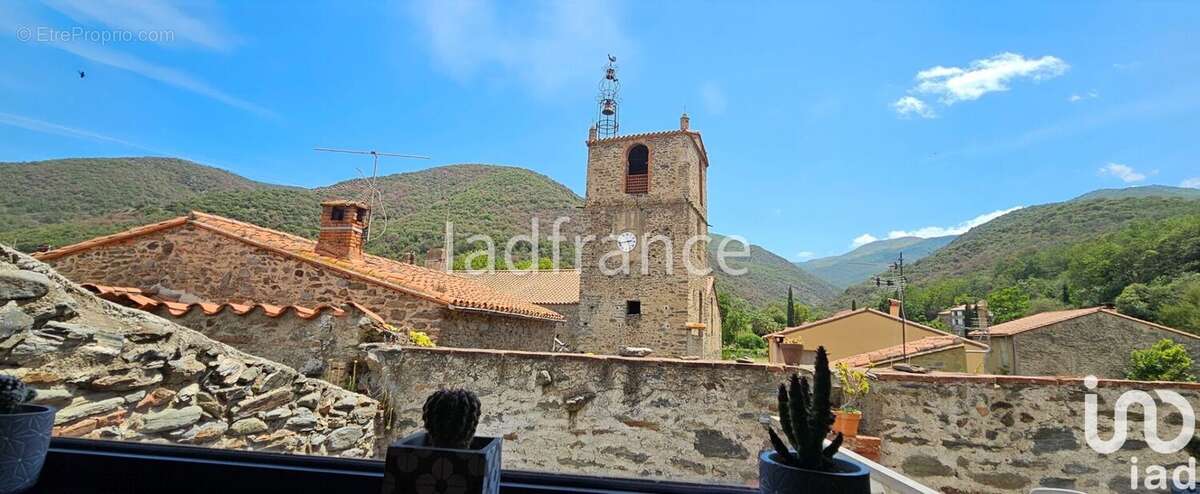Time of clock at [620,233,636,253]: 2:42
